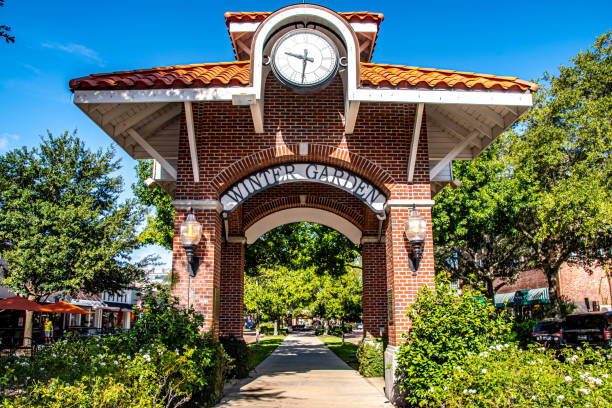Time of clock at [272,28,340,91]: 9:31
